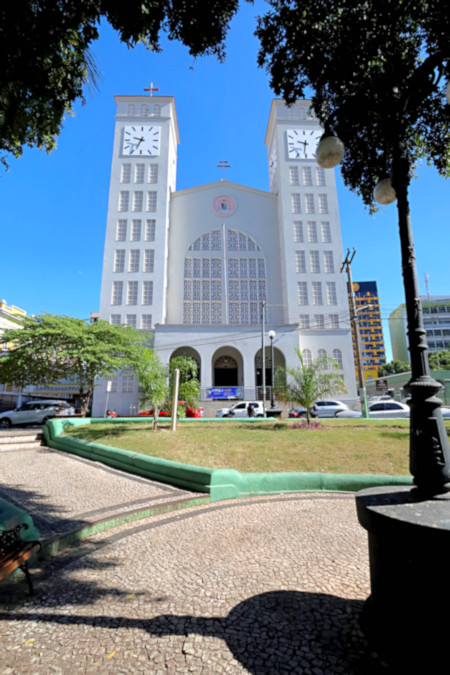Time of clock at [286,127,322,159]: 9:31
